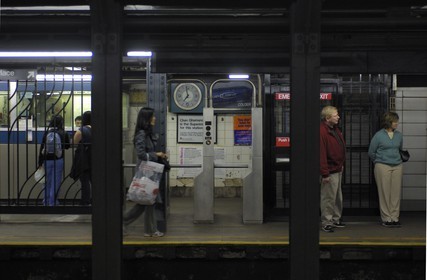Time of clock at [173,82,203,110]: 6:58
